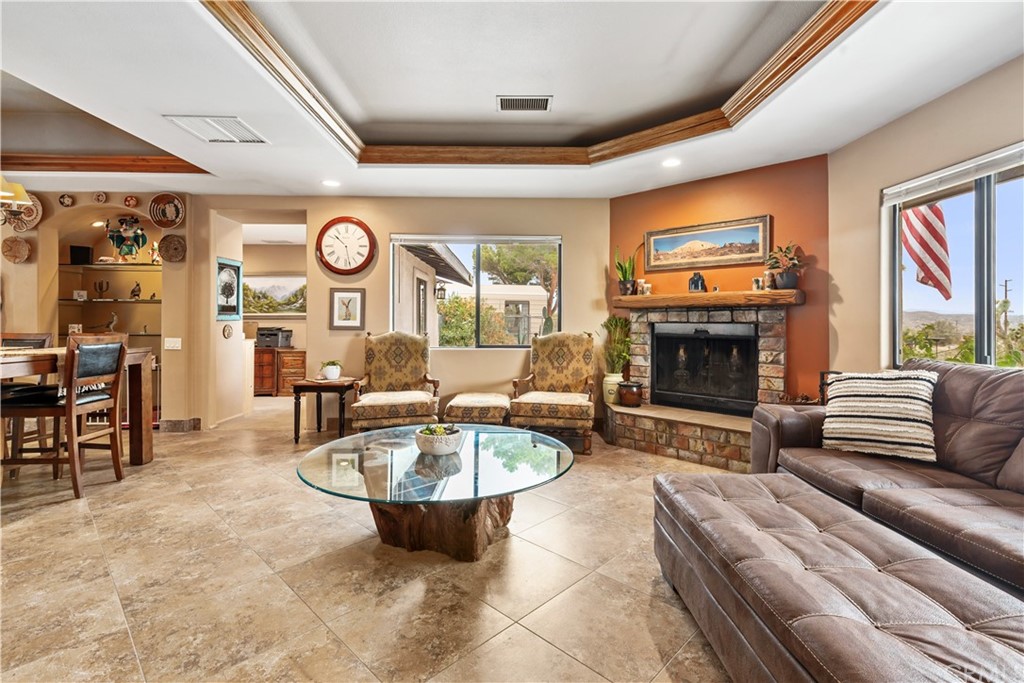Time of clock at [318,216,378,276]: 10:28
